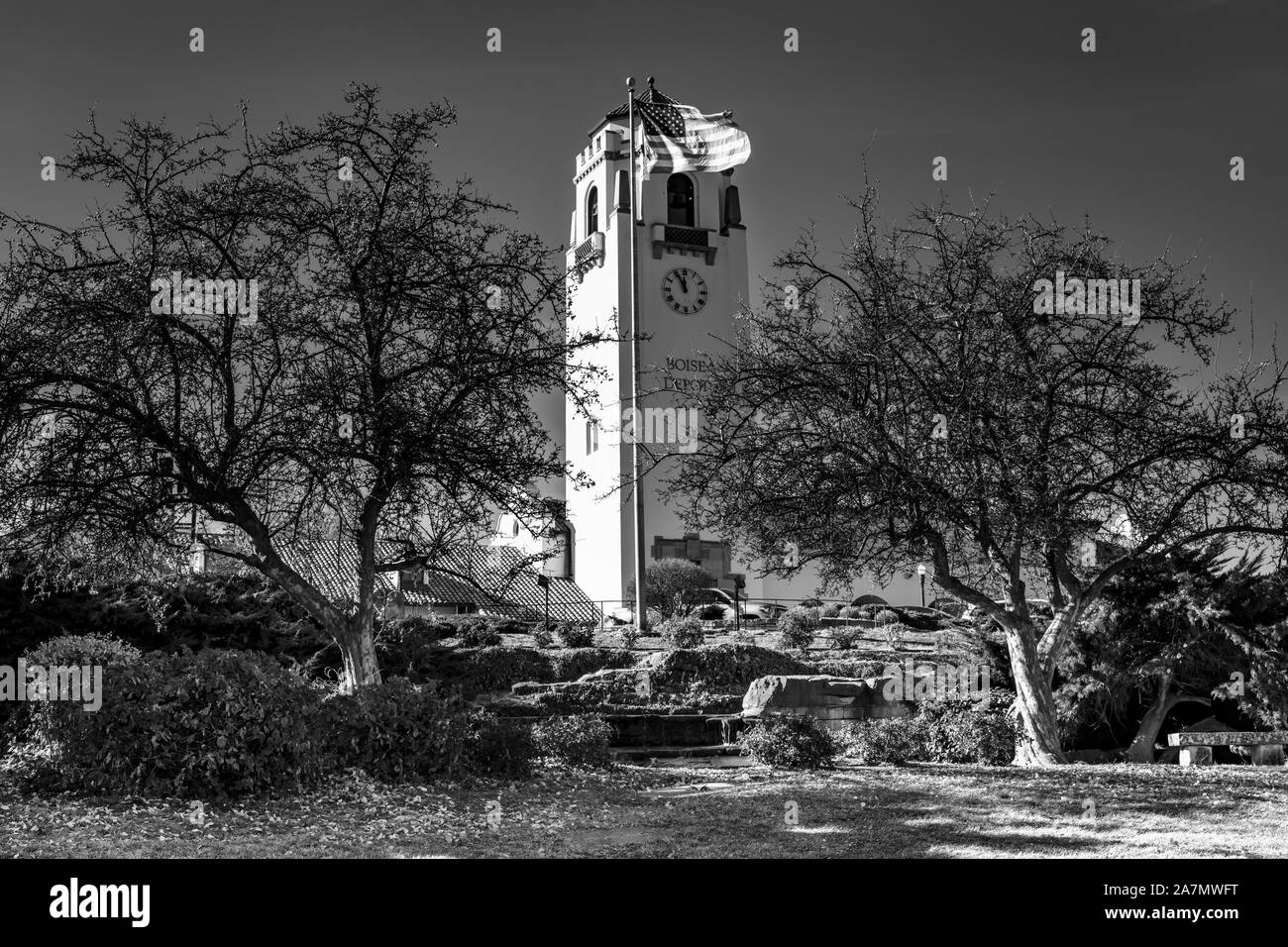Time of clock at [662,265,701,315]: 11:55
